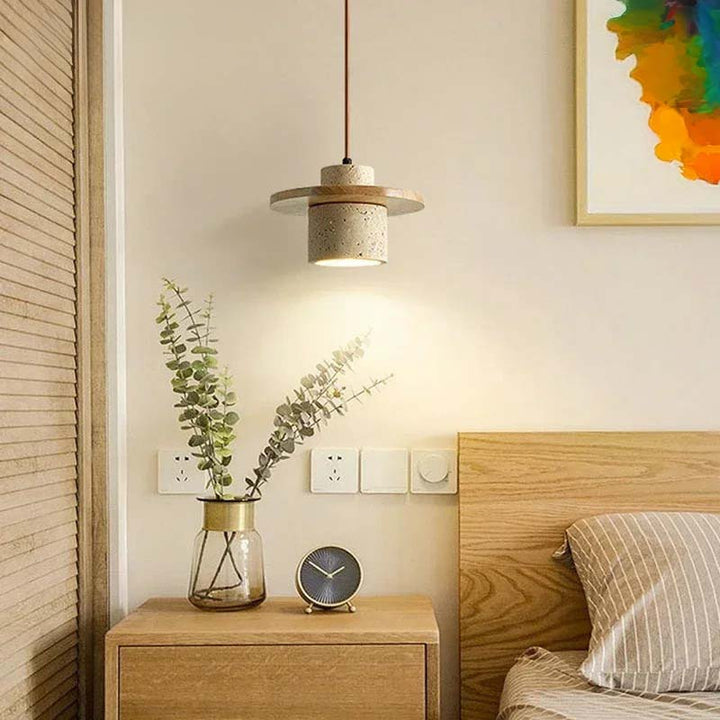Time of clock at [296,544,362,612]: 1:50
